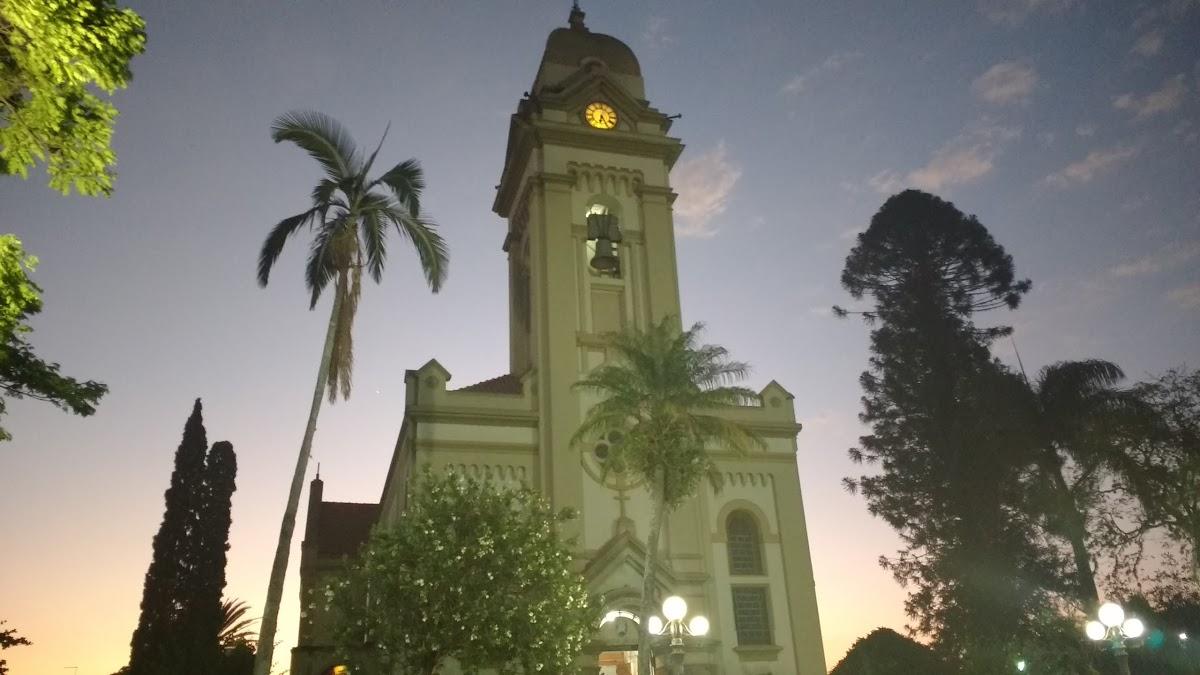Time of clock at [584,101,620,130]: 6:25
